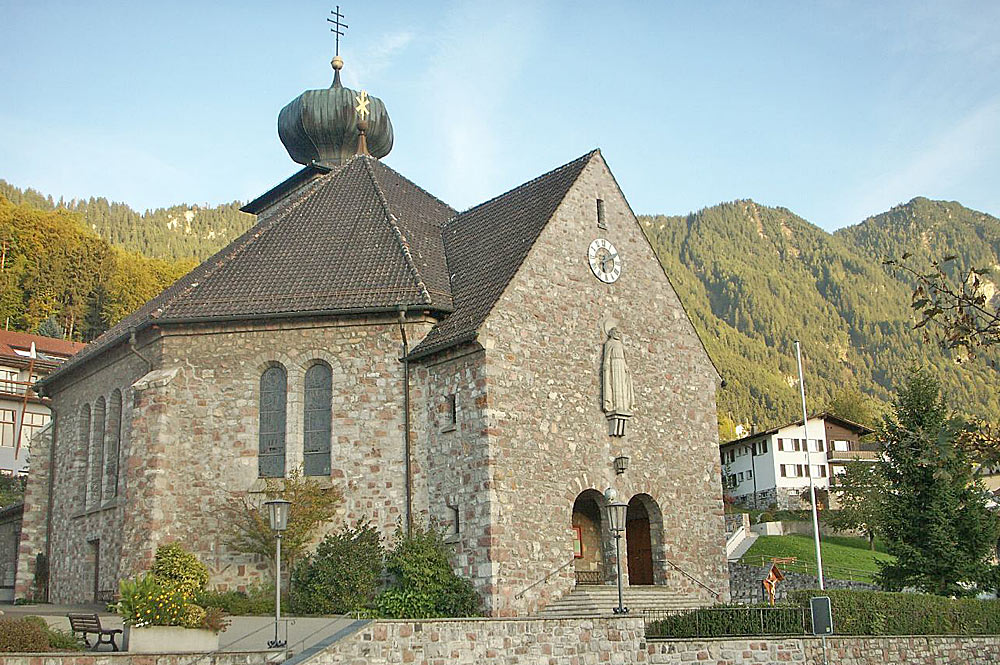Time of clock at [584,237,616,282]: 6:10
